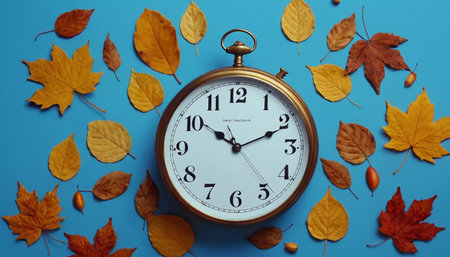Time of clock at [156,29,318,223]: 10:11
